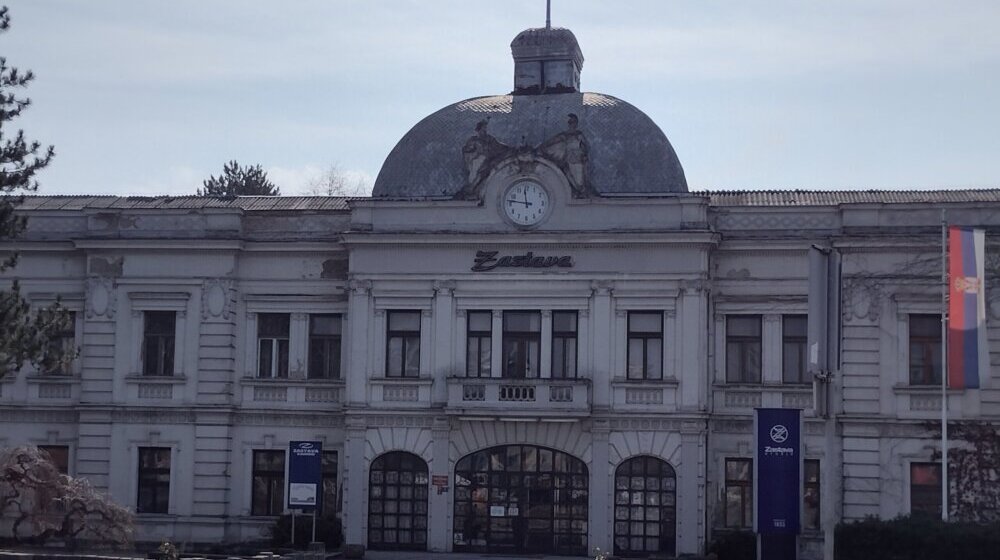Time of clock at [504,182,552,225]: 11:46
